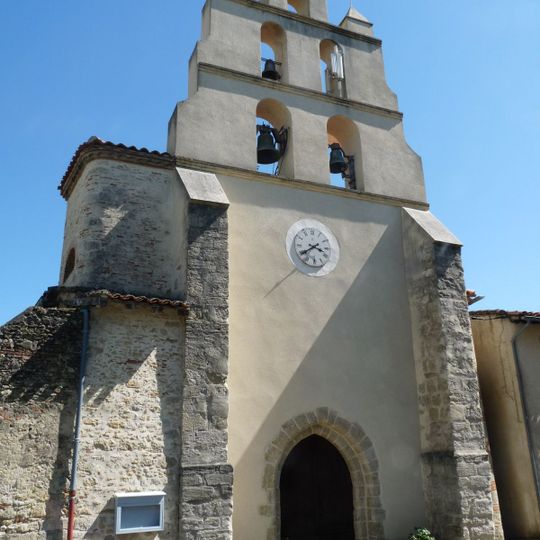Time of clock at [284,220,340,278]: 3:39
